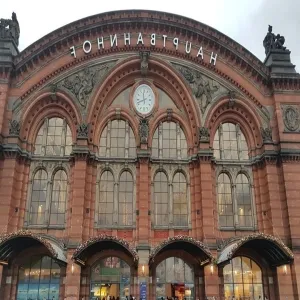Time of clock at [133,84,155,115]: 11:41
